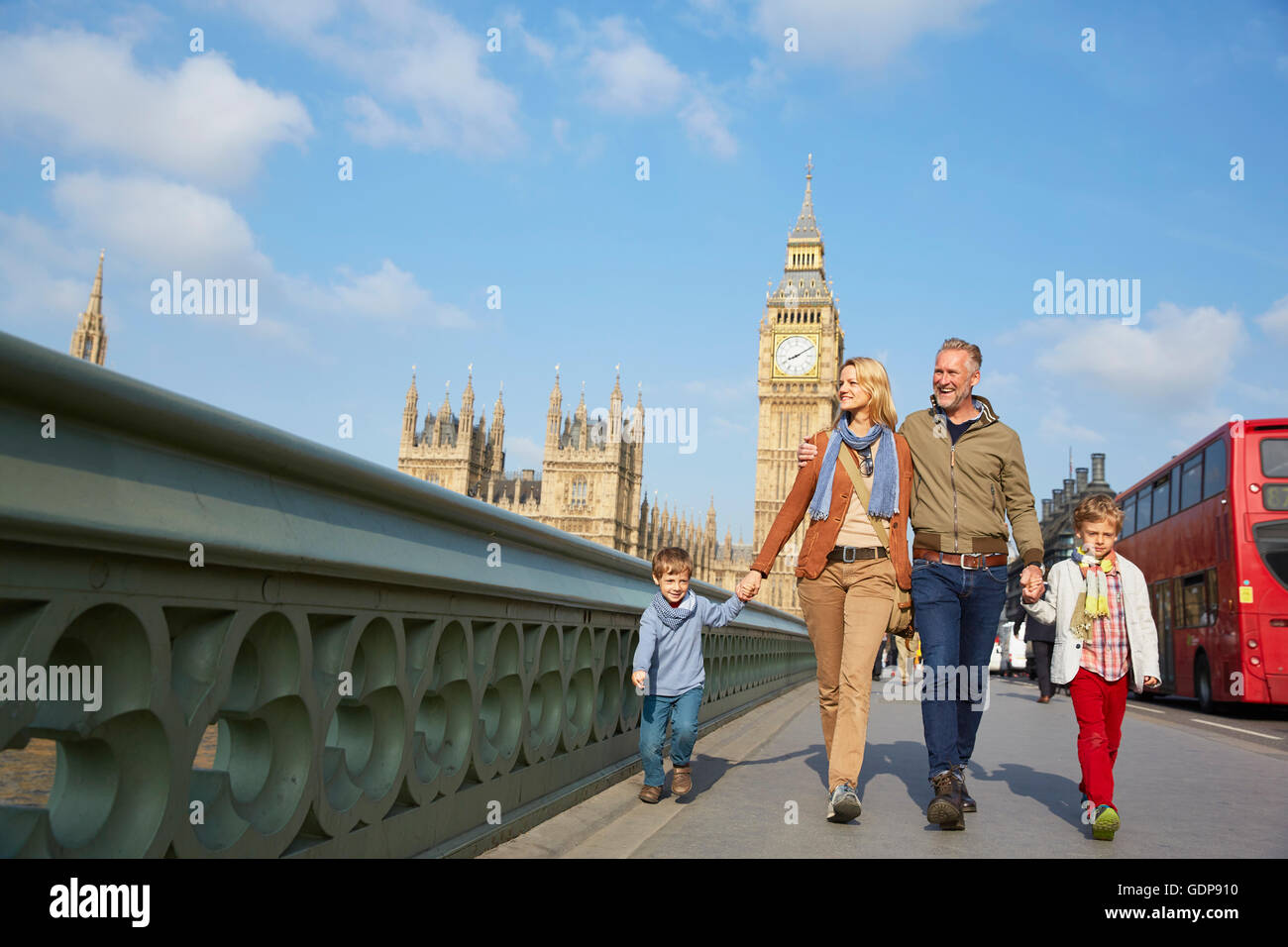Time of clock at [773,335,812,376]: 8:09
